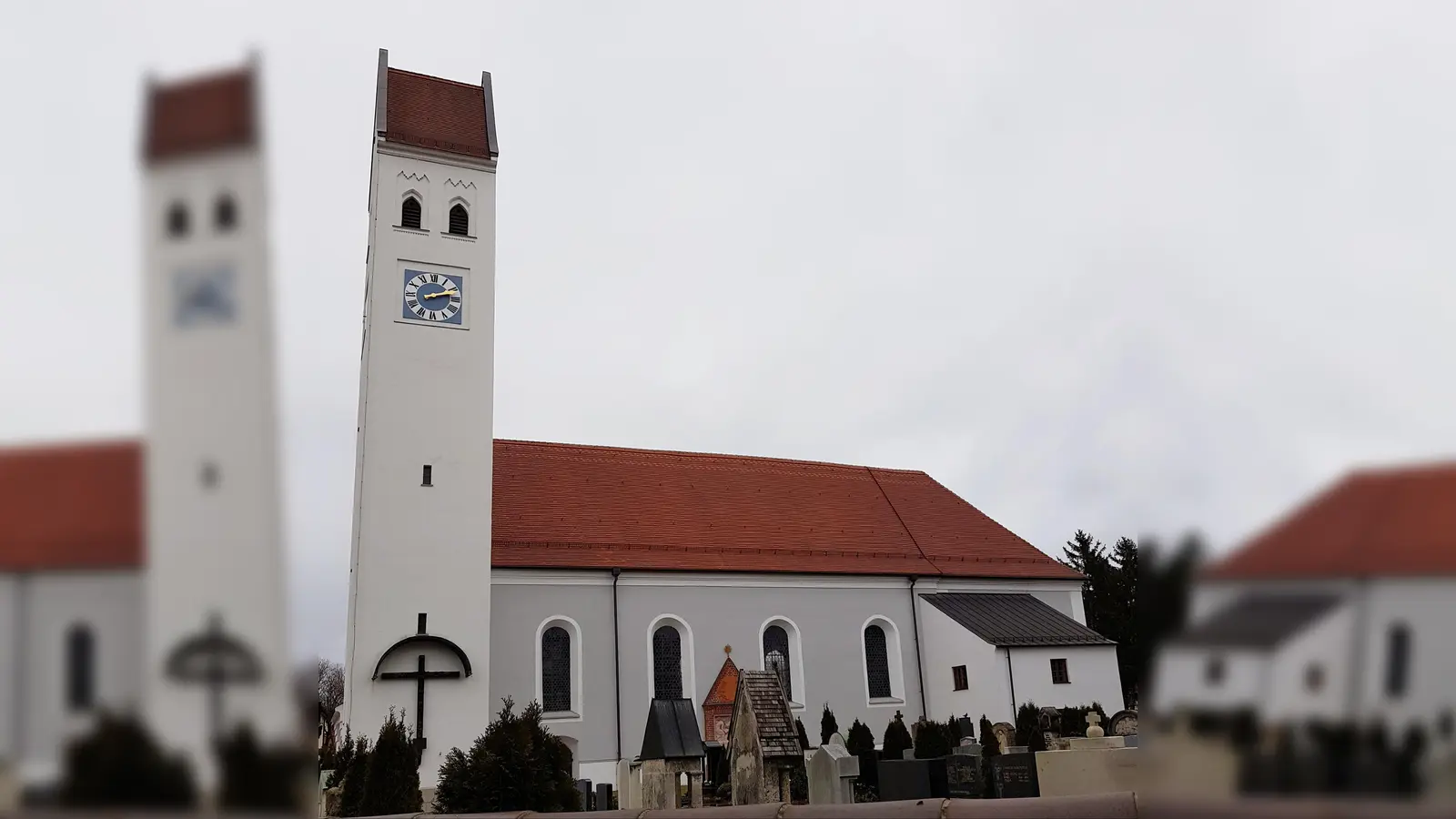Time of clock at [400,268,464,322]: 2:12
